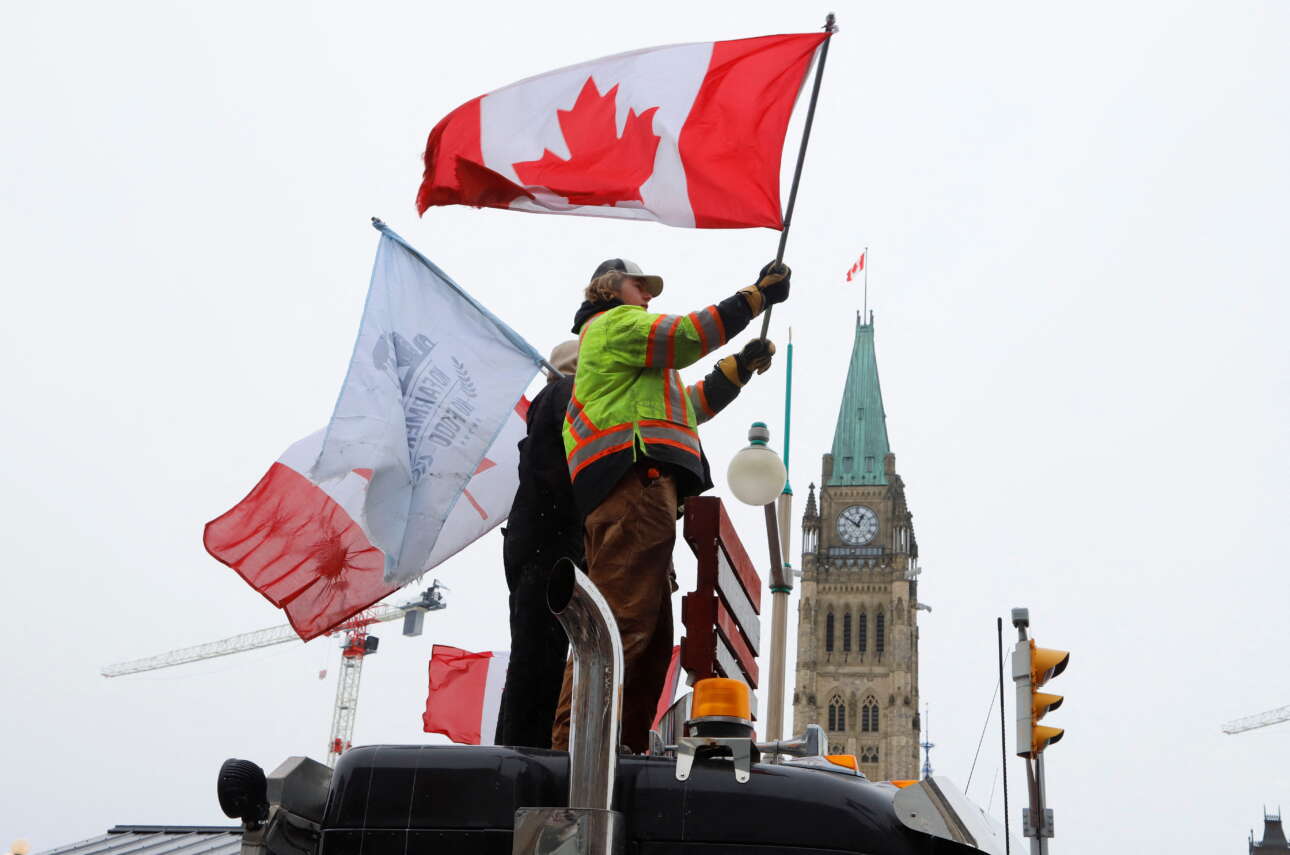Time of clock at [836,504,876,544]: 12:51
